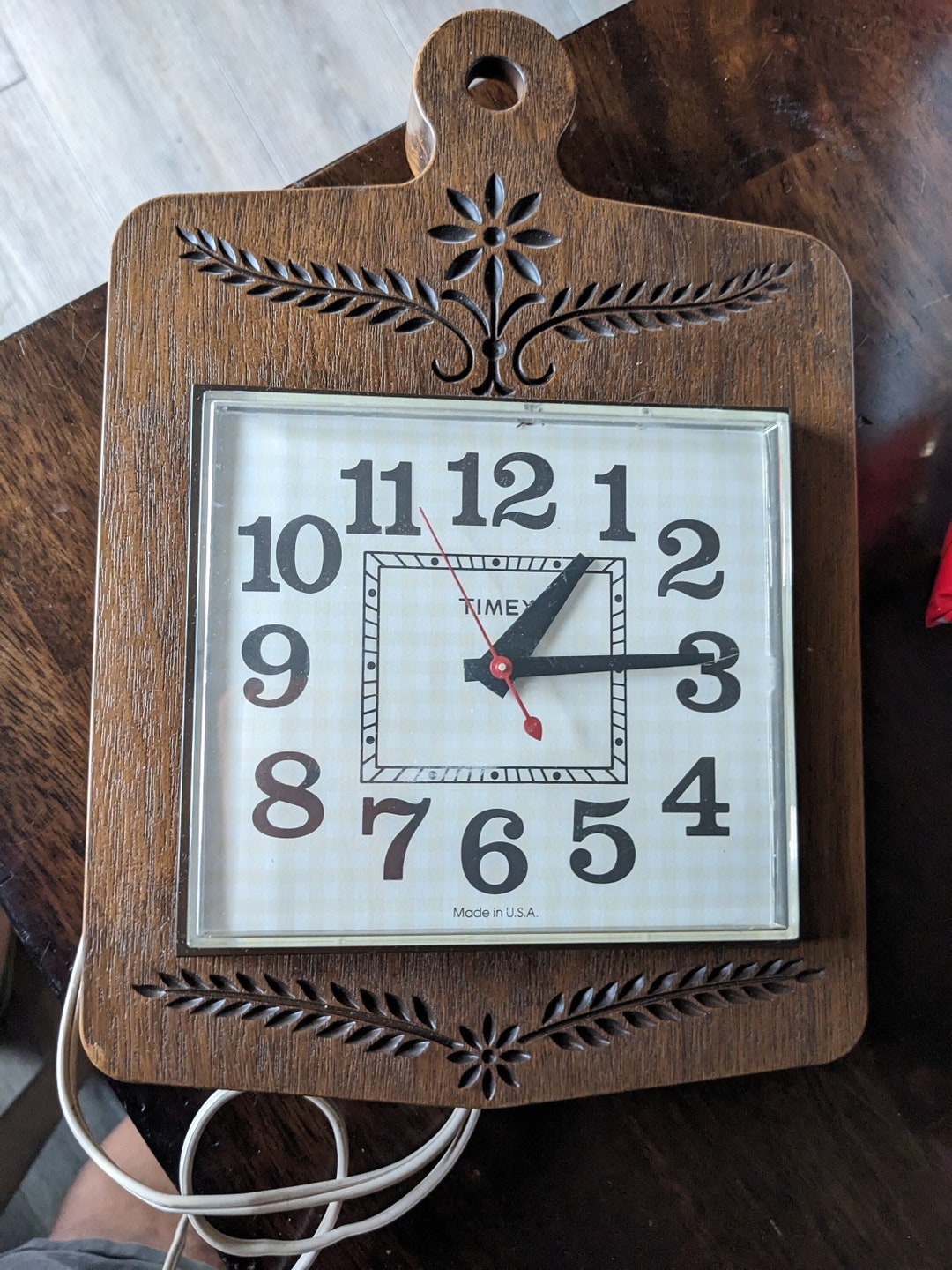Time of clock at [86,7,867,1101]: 1:14
